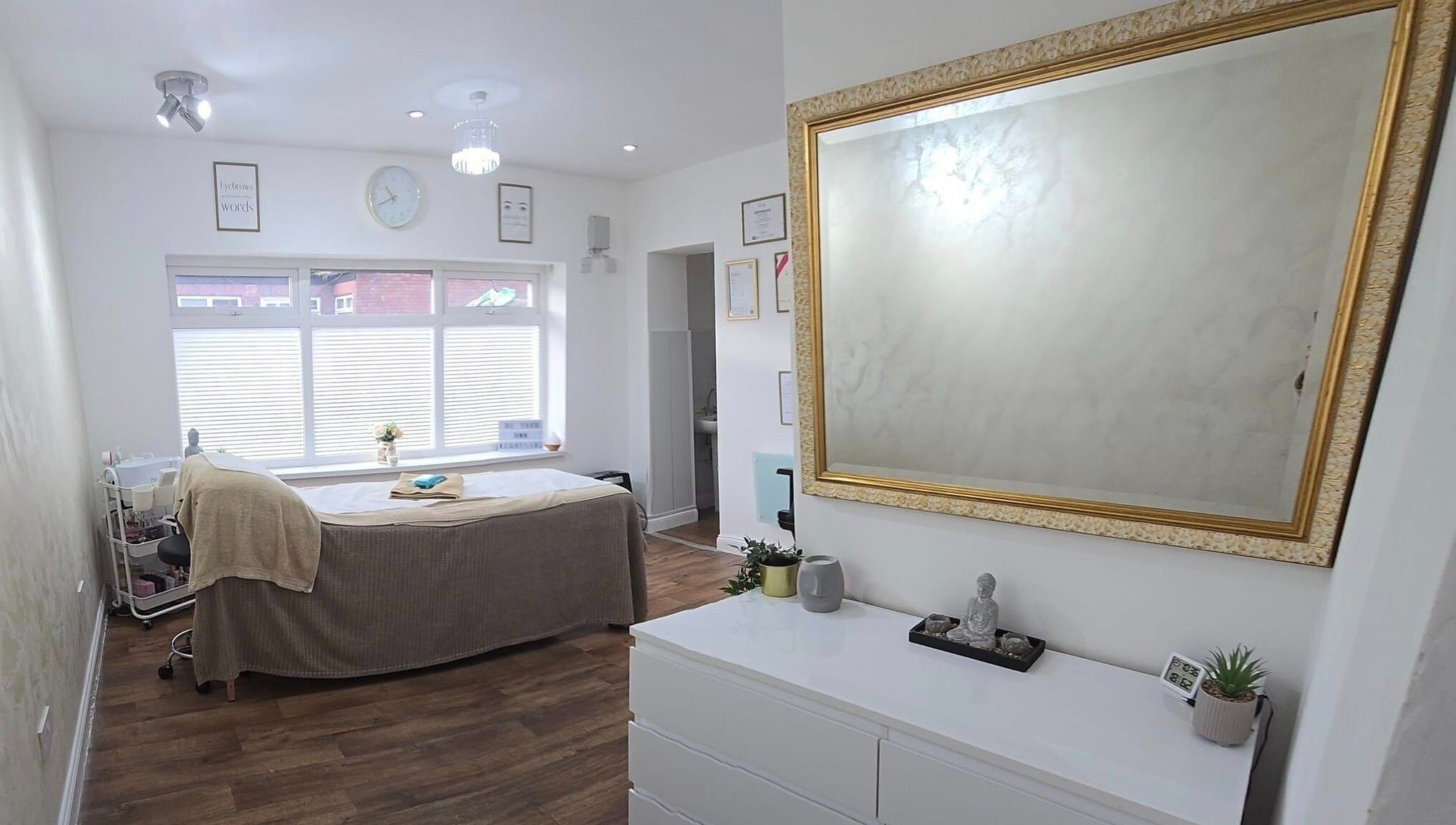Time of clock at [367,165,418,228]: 10:41
